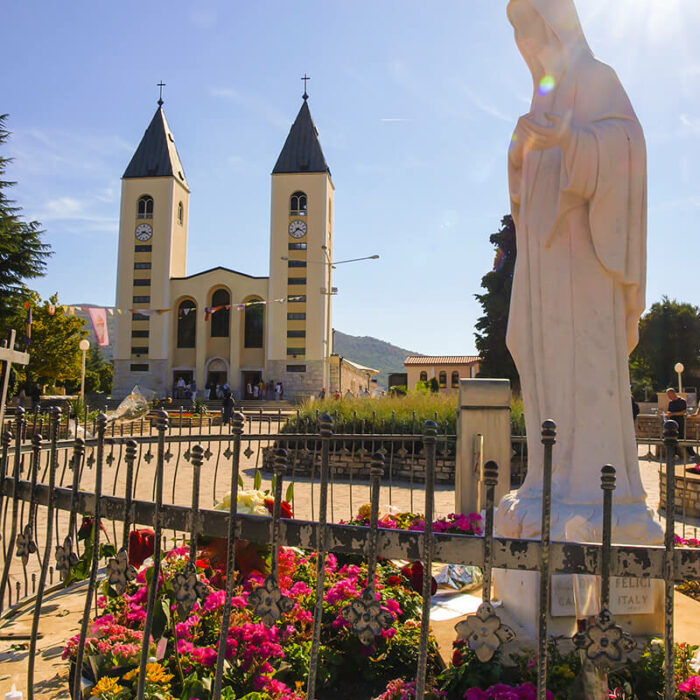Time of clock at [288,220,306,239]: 3:37
